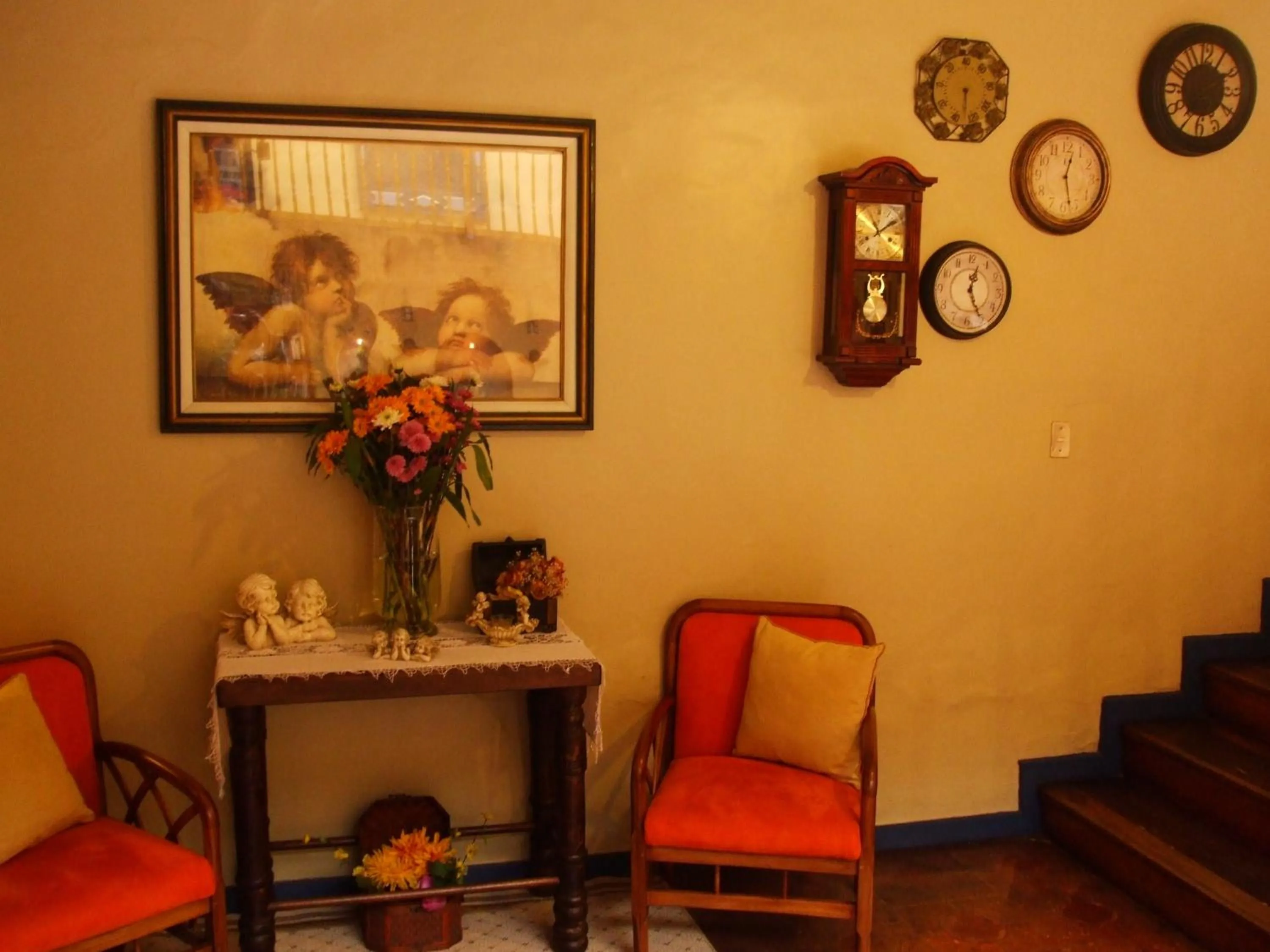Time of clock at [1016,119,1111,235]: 12:27
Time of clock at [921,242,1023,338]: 12:25
